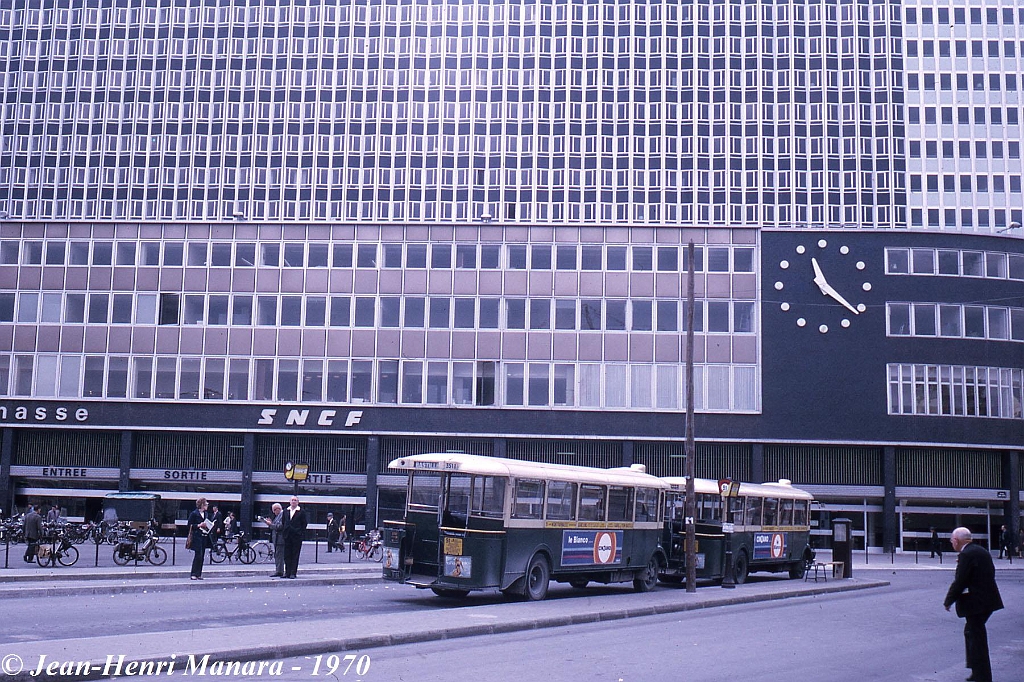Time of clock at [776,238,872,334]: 11:21
